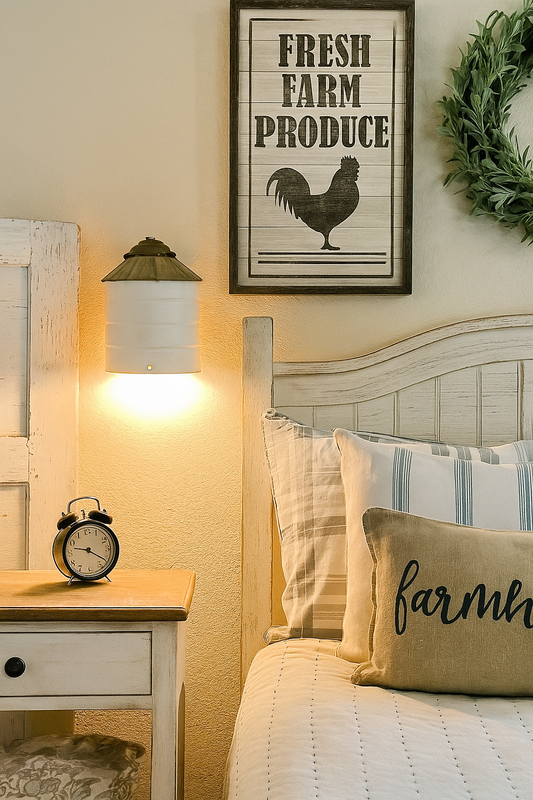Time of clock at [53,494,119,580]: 9:20
